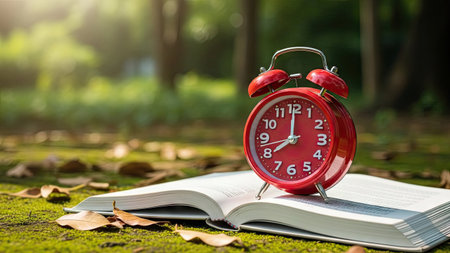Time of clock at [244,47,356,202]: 8:00
